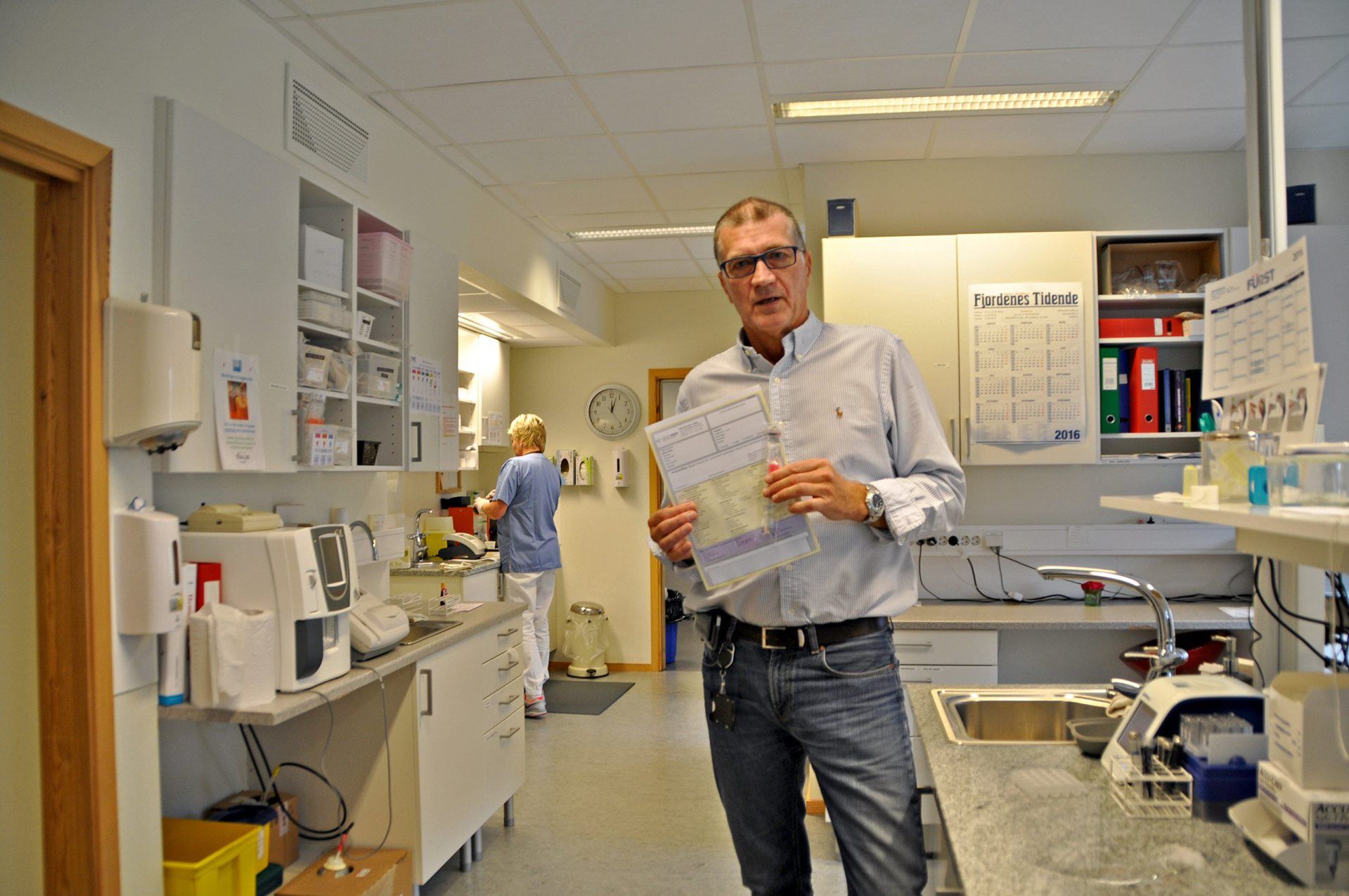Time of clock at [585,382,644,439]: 12:03
